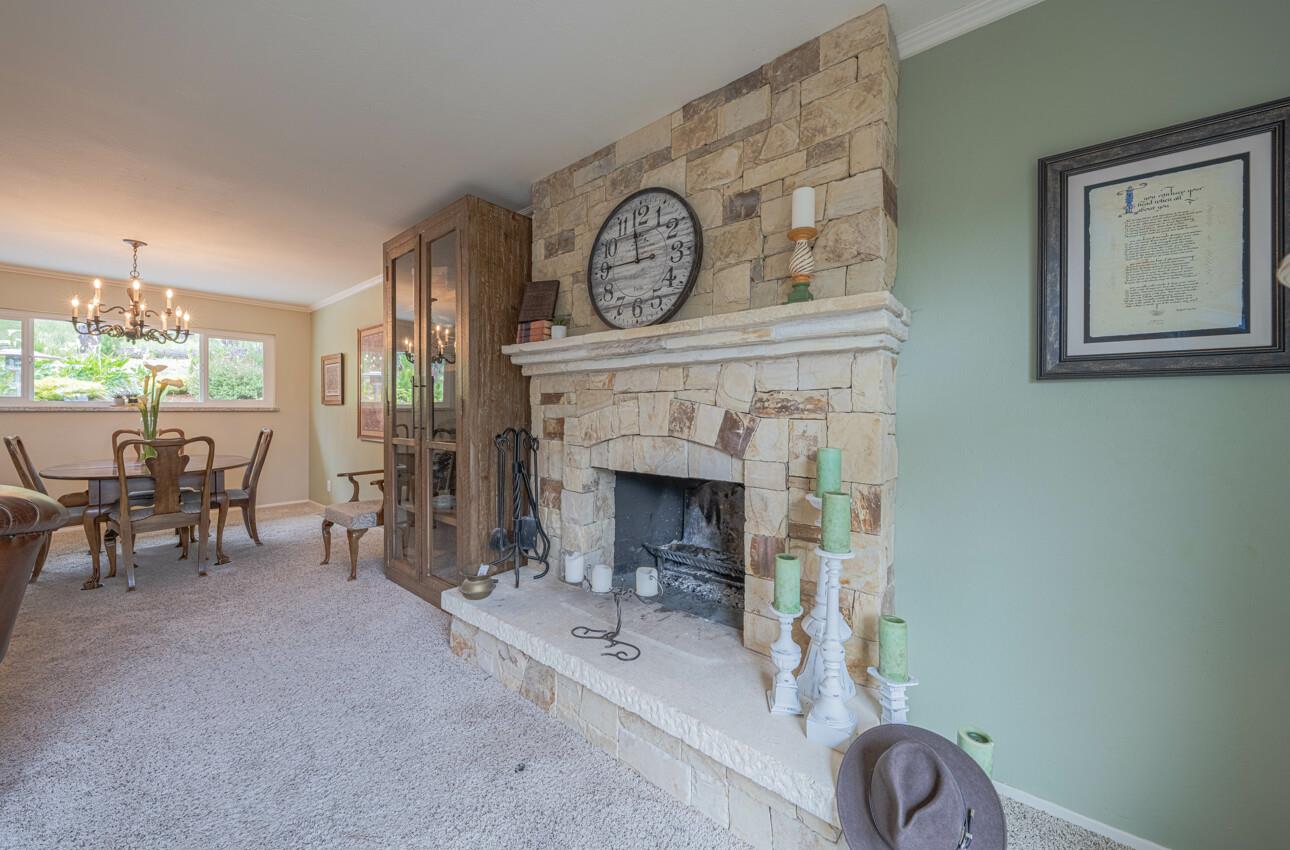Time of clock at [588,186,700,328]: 11:45
